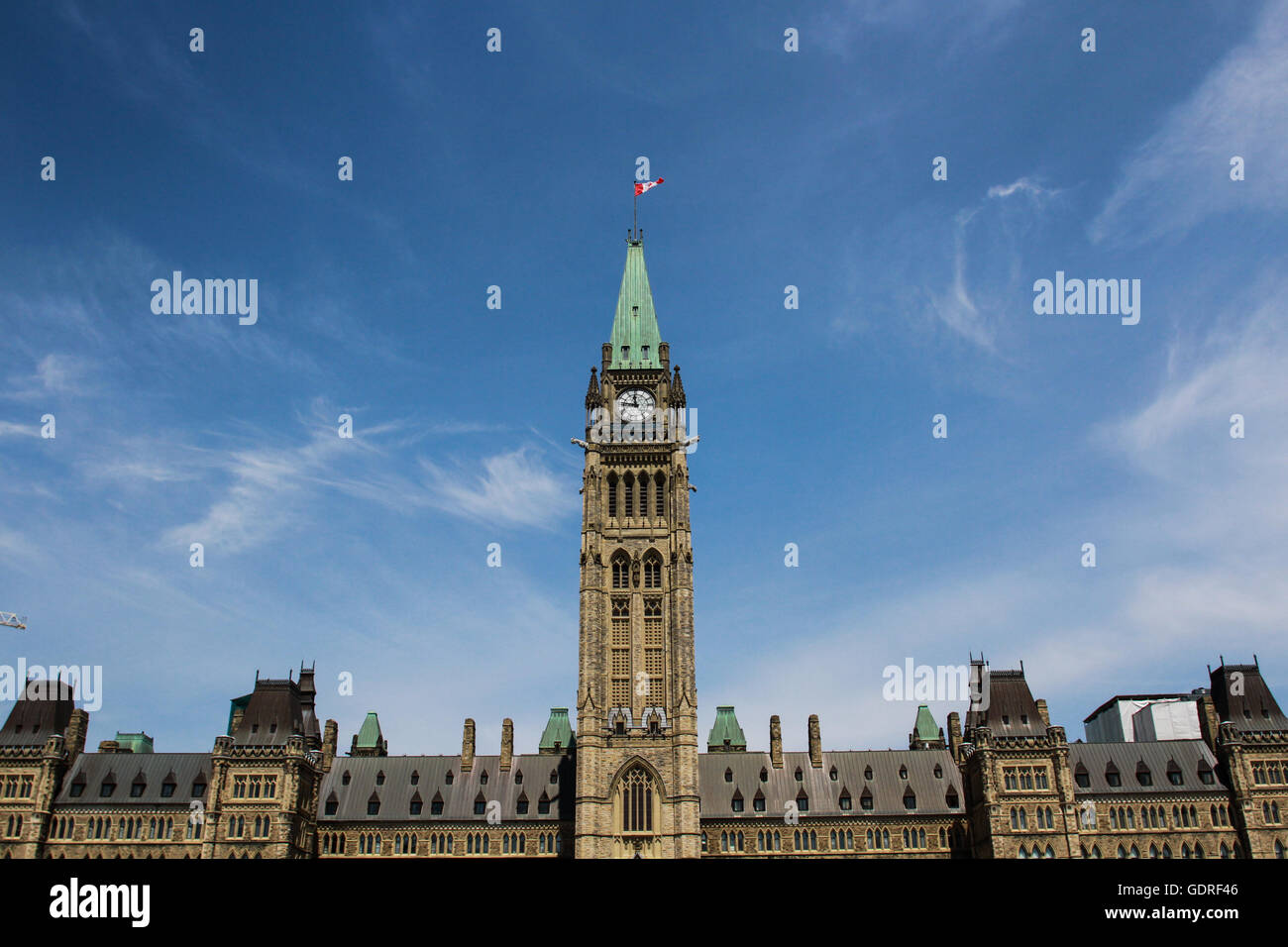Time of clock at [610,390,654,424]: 11:46
